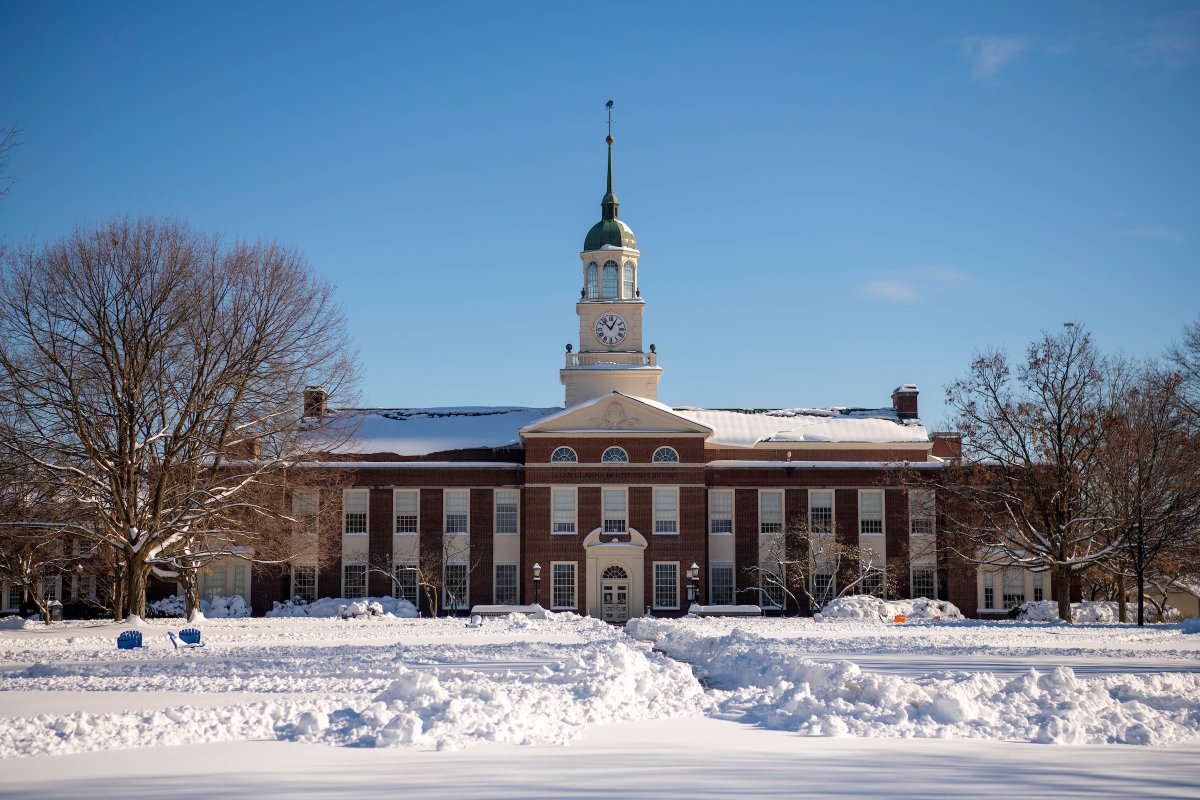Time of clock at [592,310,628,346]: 12:52
